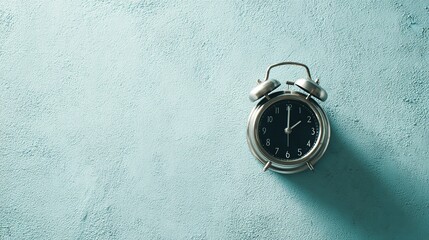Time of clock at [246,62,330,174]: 2:00
